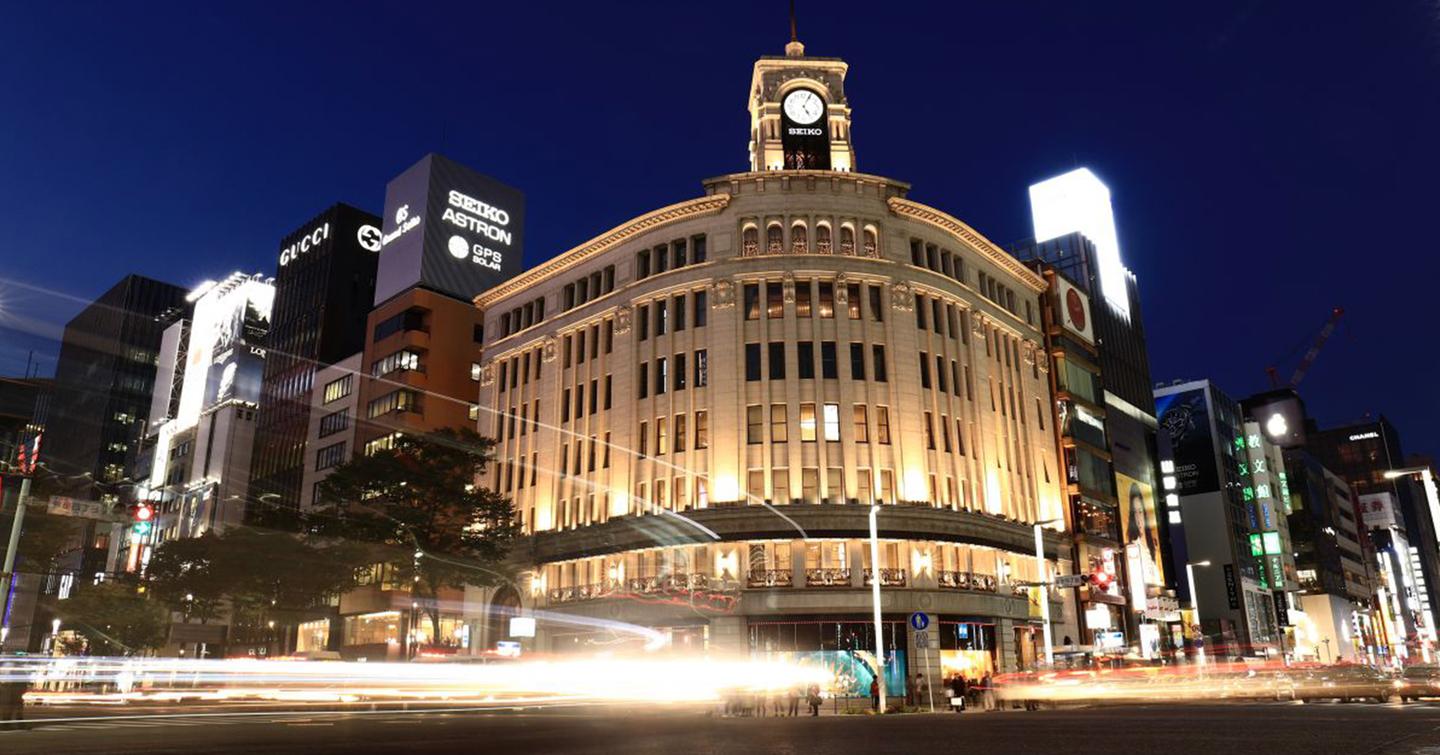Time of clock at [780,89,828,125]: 5:04
